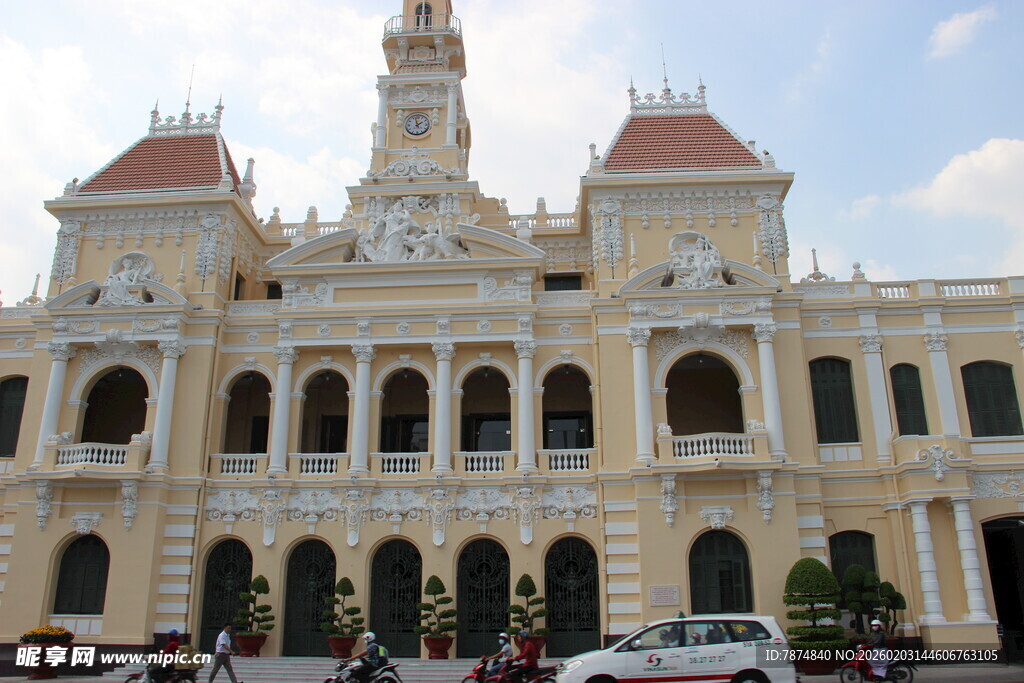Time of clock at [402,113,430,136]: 1:57
